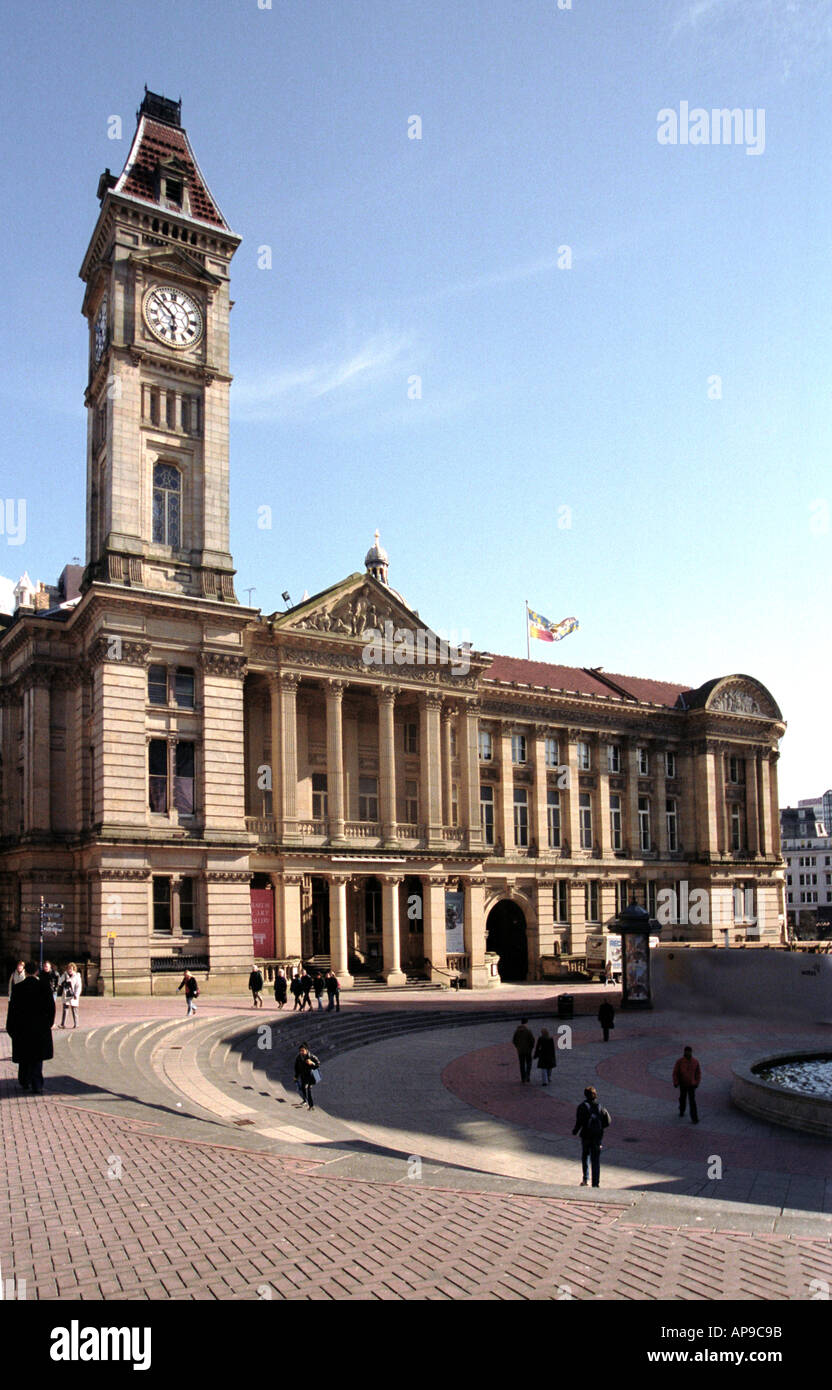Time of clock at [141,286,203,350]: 5:51
